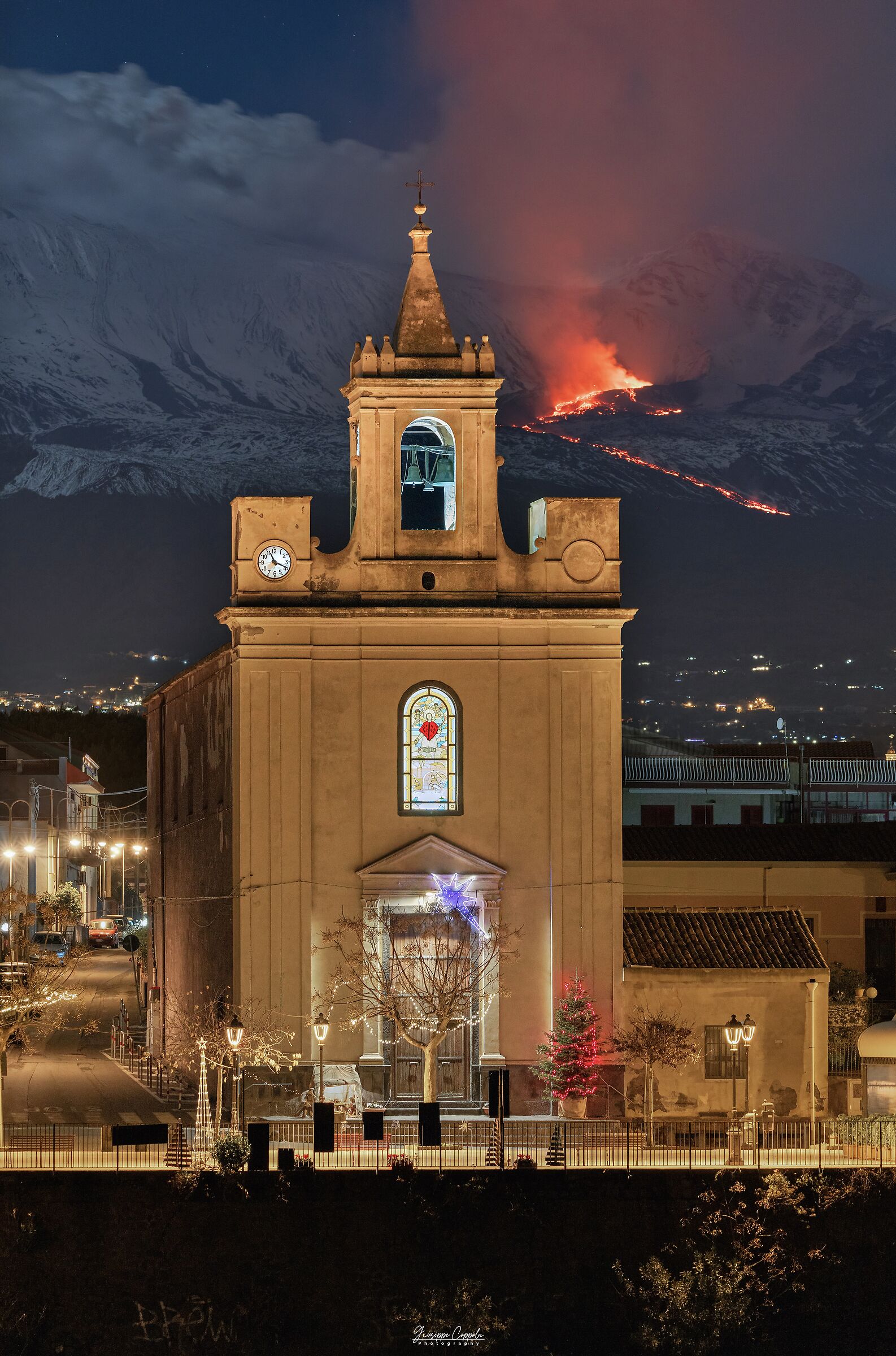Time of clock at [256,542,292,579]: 11:19
